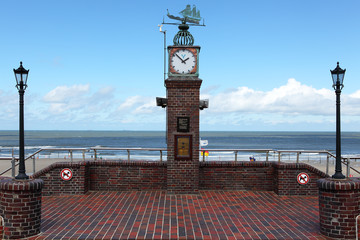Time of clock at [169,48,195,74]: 1:52
